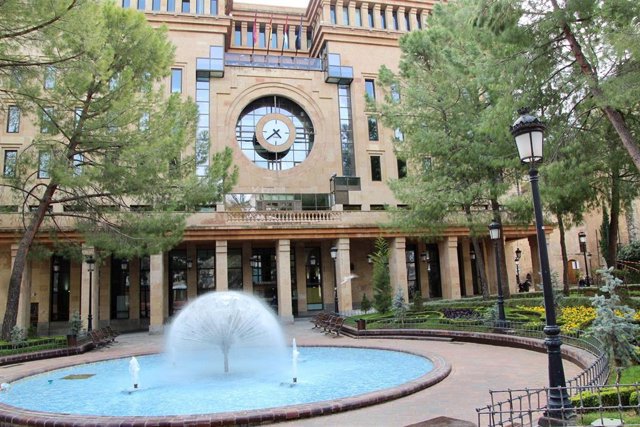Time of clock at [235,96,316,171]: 4:37
